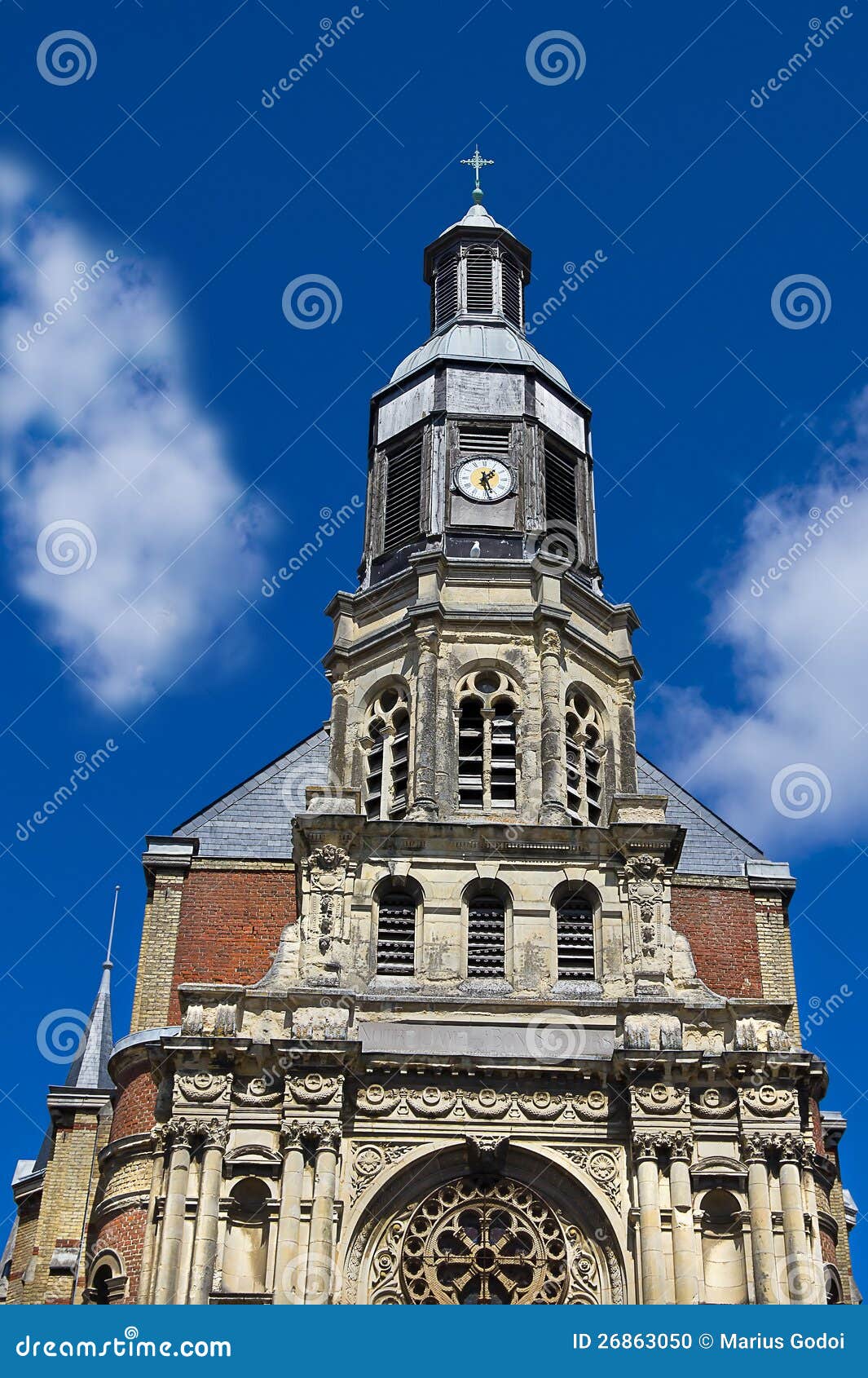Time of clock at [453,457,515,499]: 1:27
